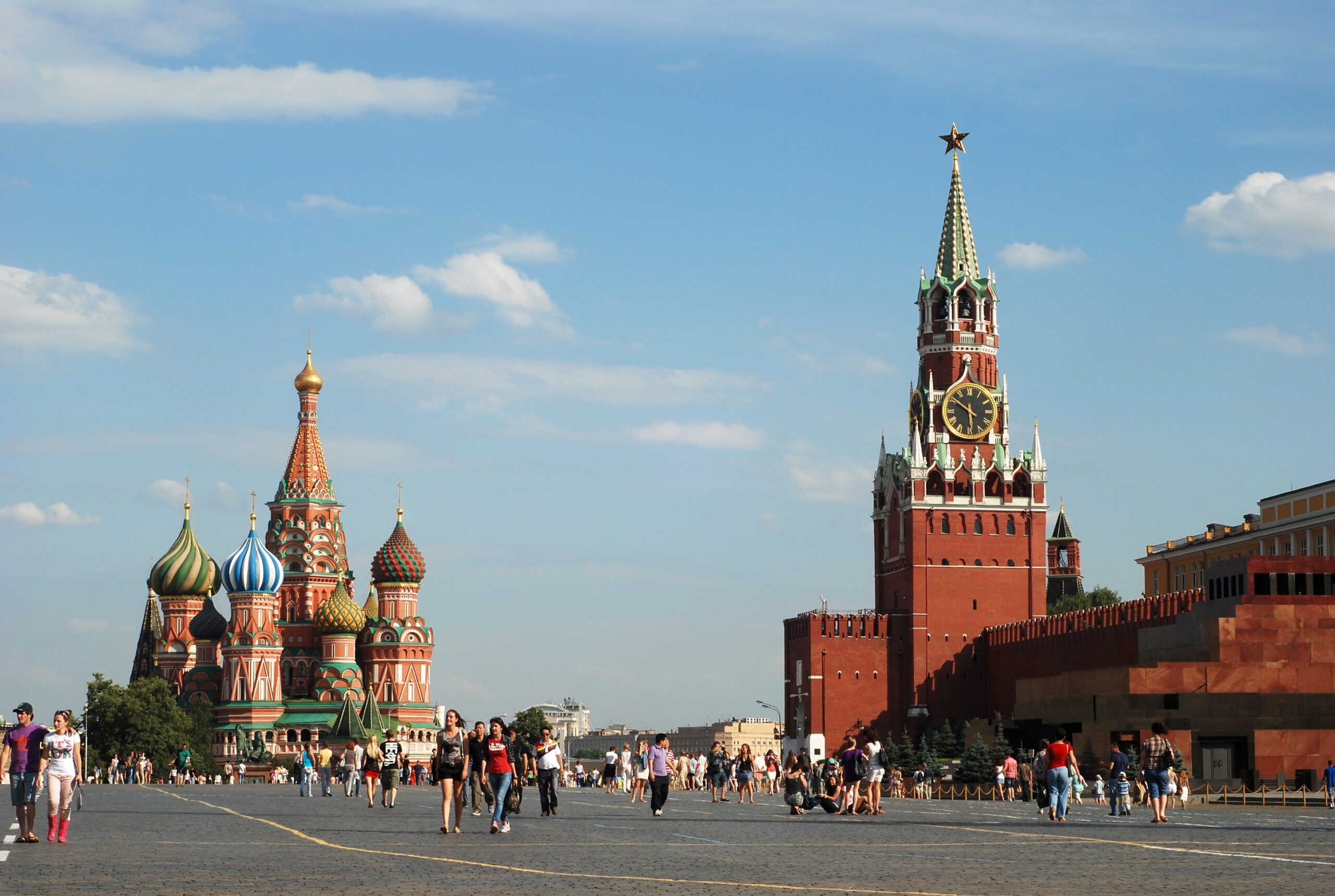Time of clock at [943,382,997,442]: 5:50
